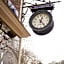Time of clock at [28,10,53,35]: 12:23
